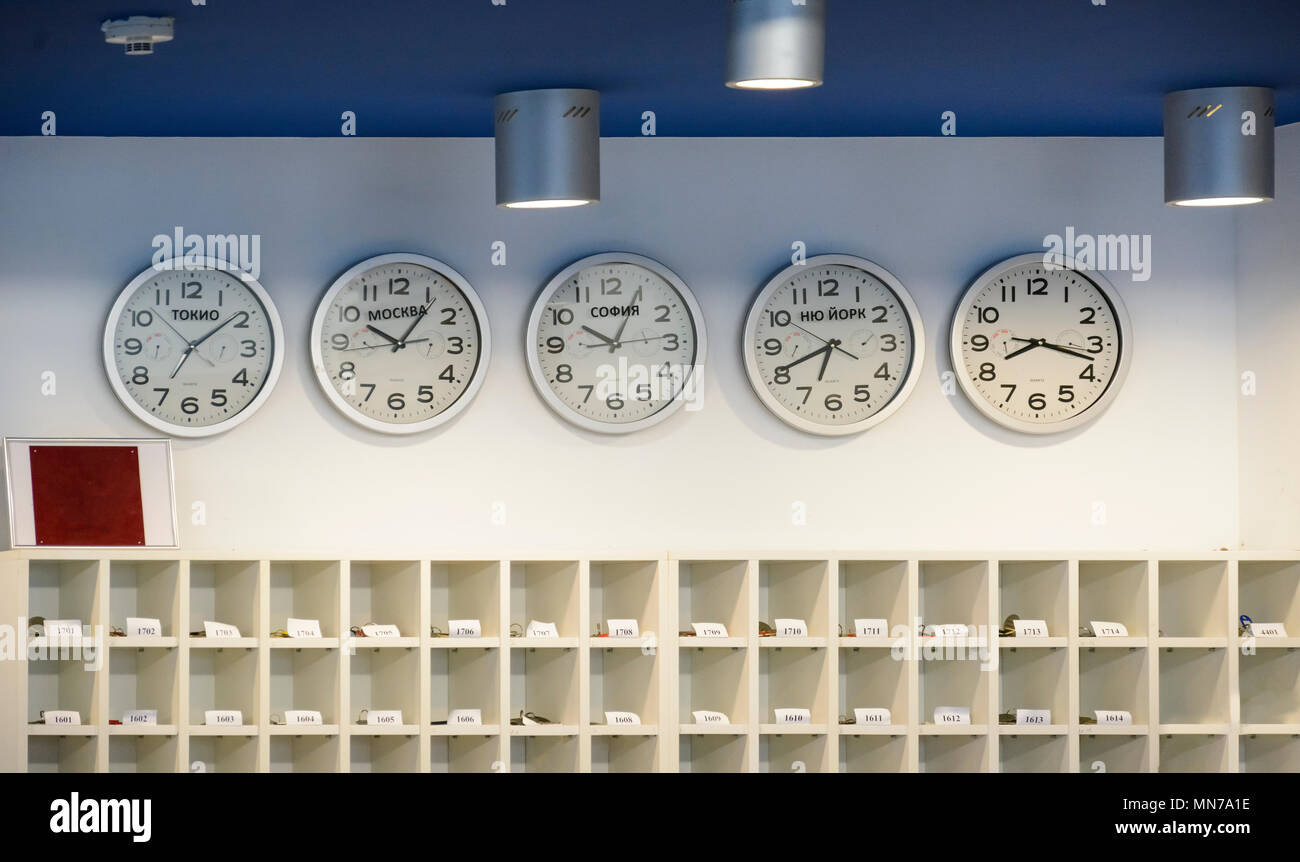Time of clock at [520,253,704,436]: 10:04
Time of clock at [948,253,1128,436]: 8:17
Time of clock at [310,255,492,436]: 10:06
